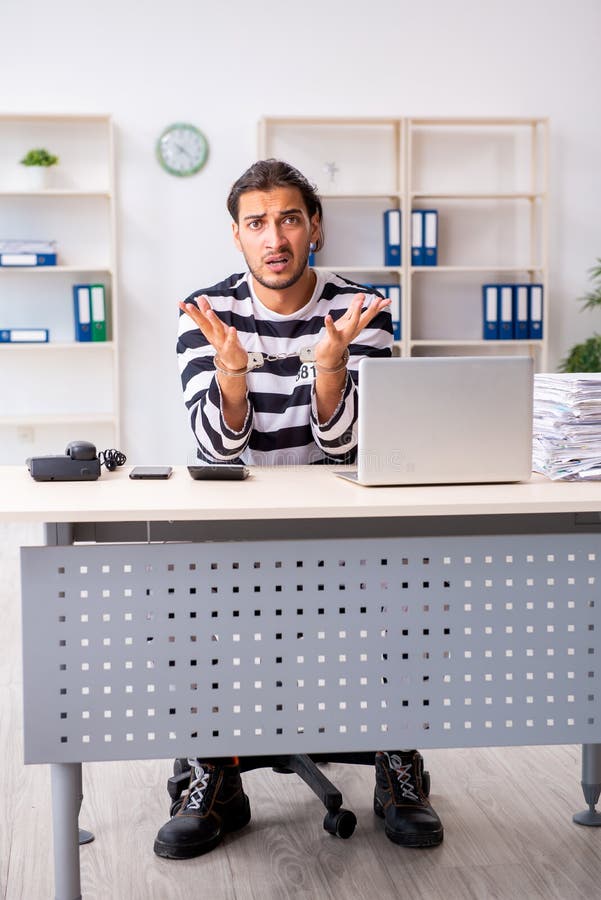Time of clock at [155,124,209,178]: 7:22
